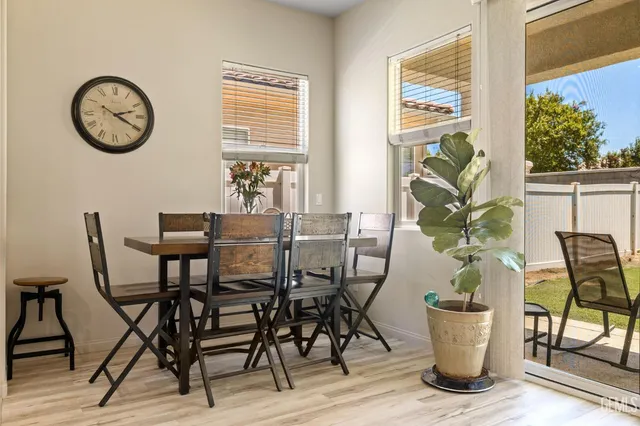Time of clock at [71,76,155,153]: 2:19
